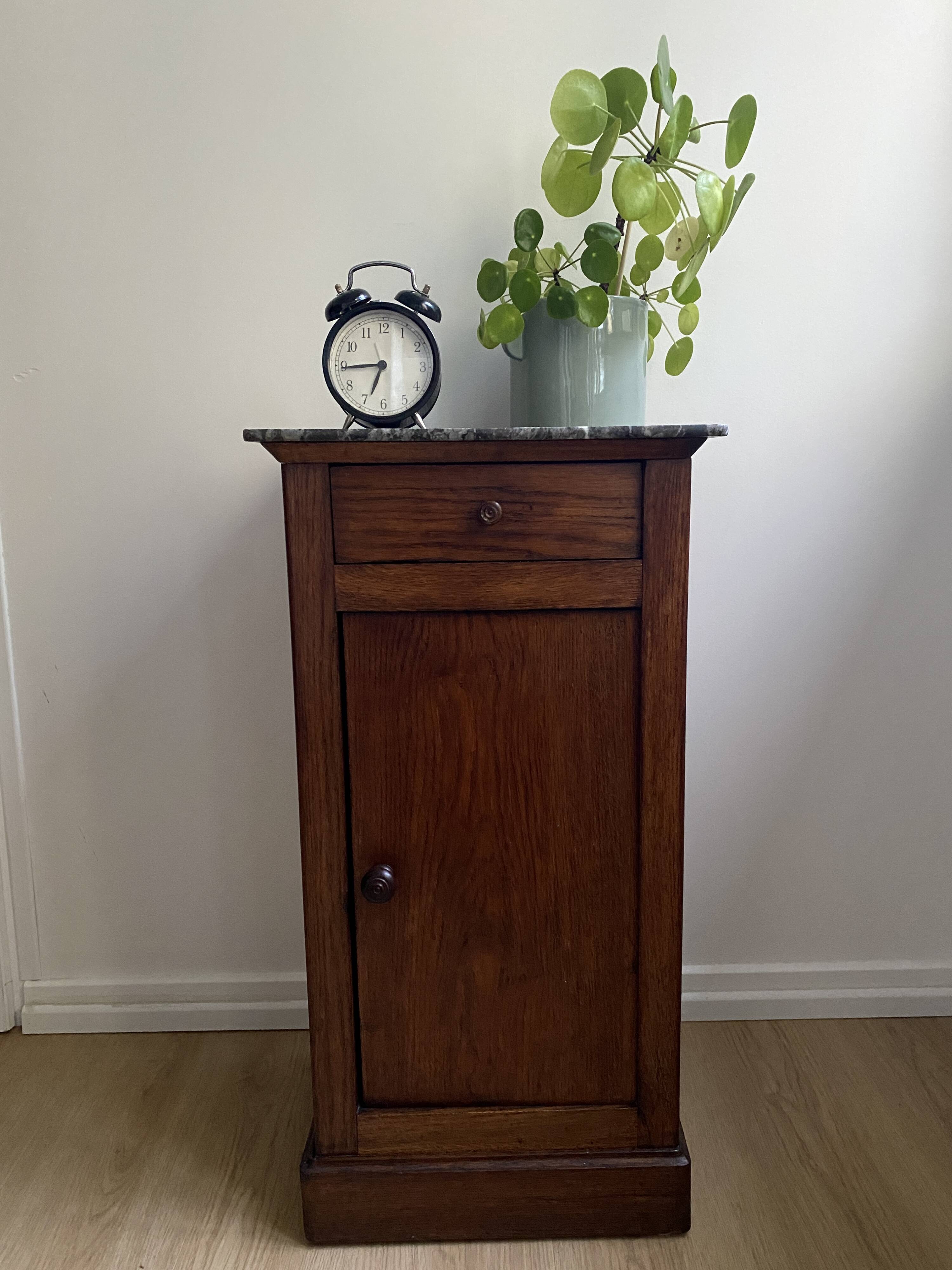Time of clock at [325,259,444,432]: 6:44
